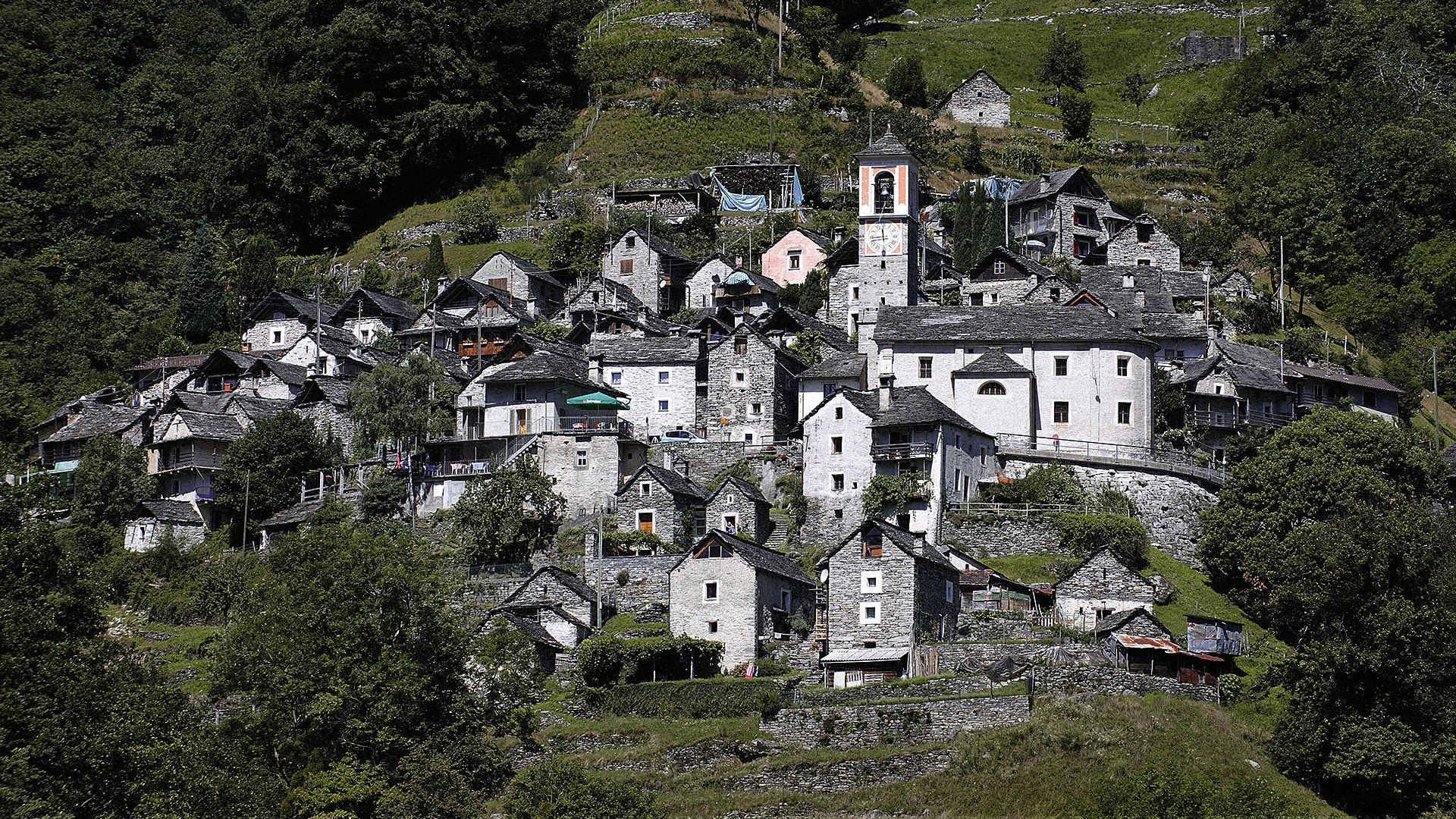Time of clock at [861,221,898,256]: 11:44
